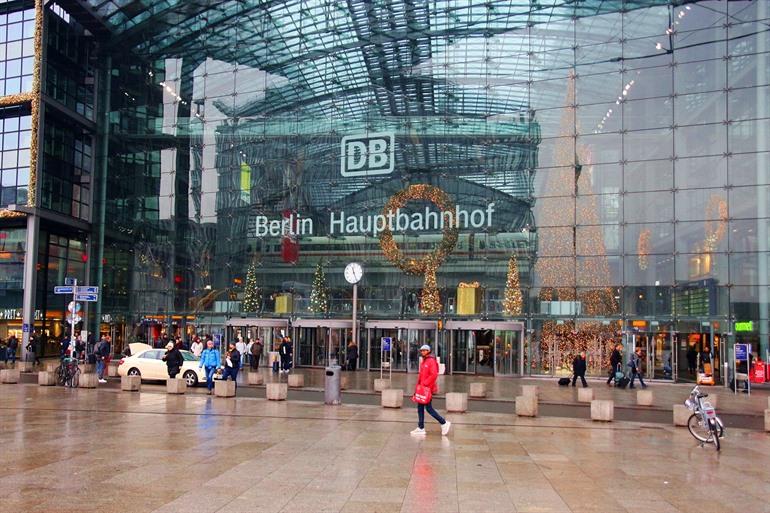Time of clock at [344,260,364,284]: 11:25
